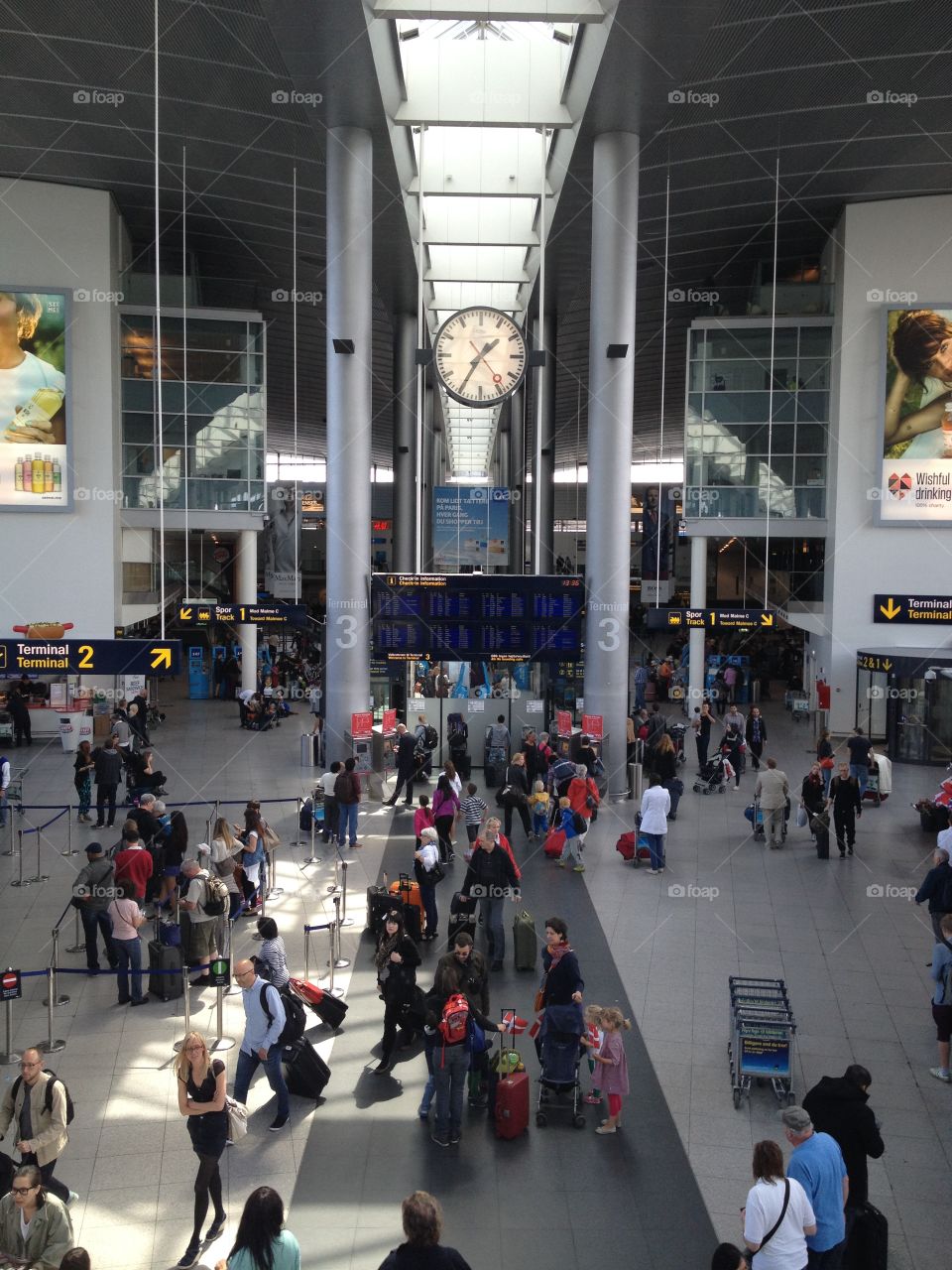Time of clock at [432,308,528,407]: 1:35
